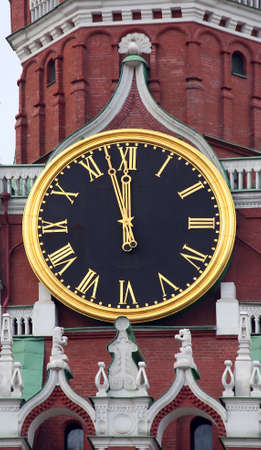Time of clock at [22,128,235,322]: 11:57
